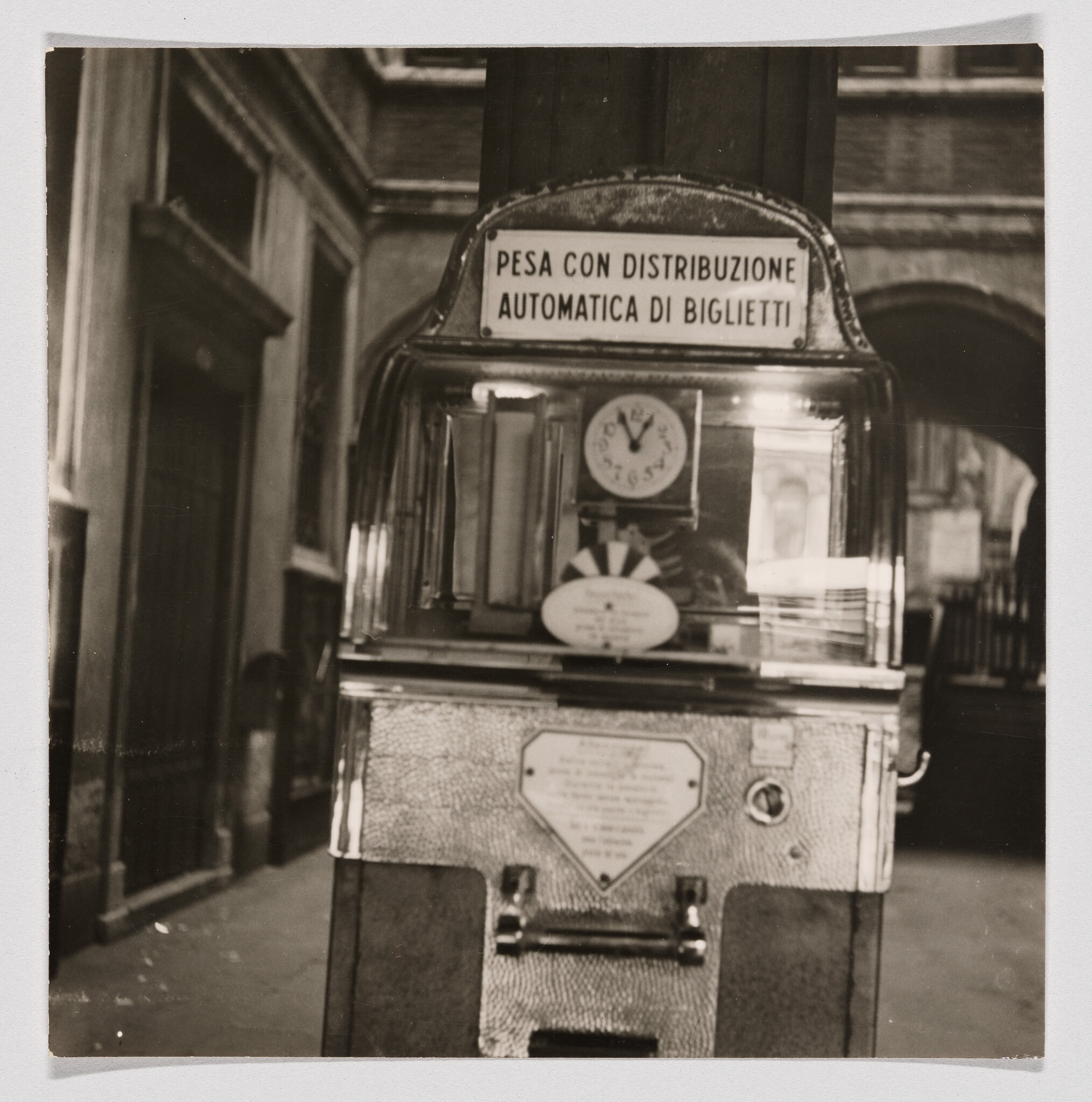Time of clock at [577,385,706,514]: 12:55
